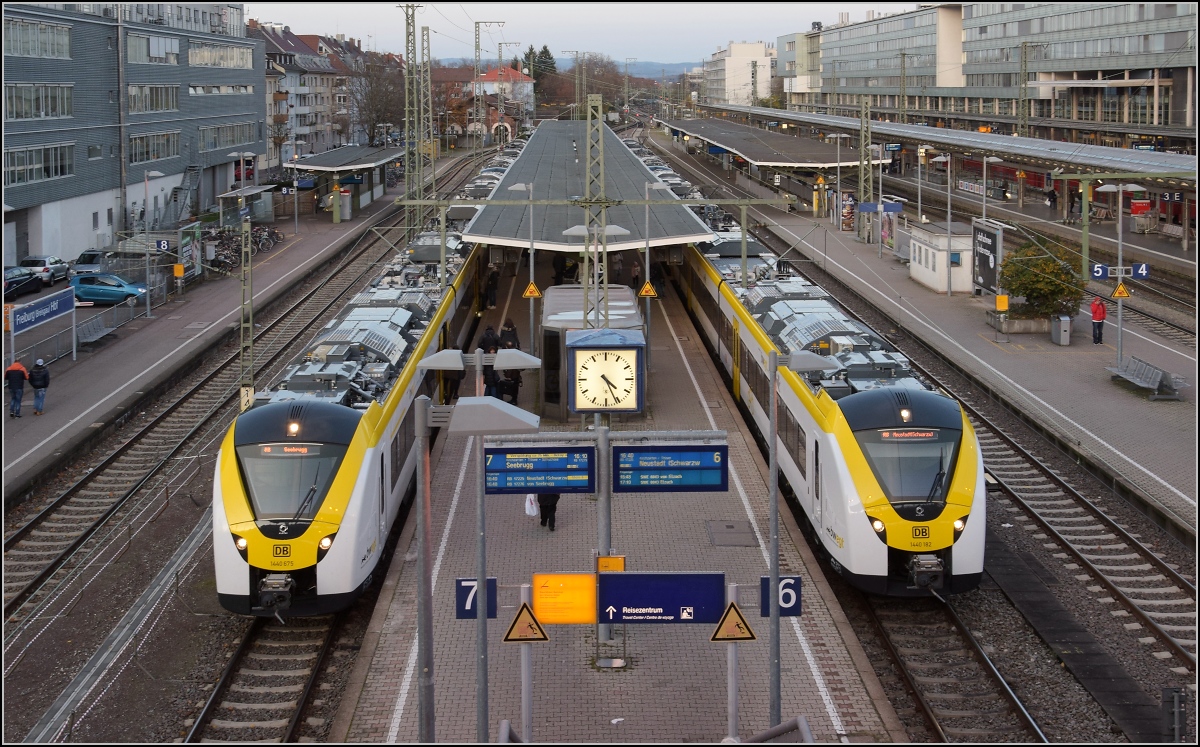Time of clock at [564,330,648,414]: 4:26
